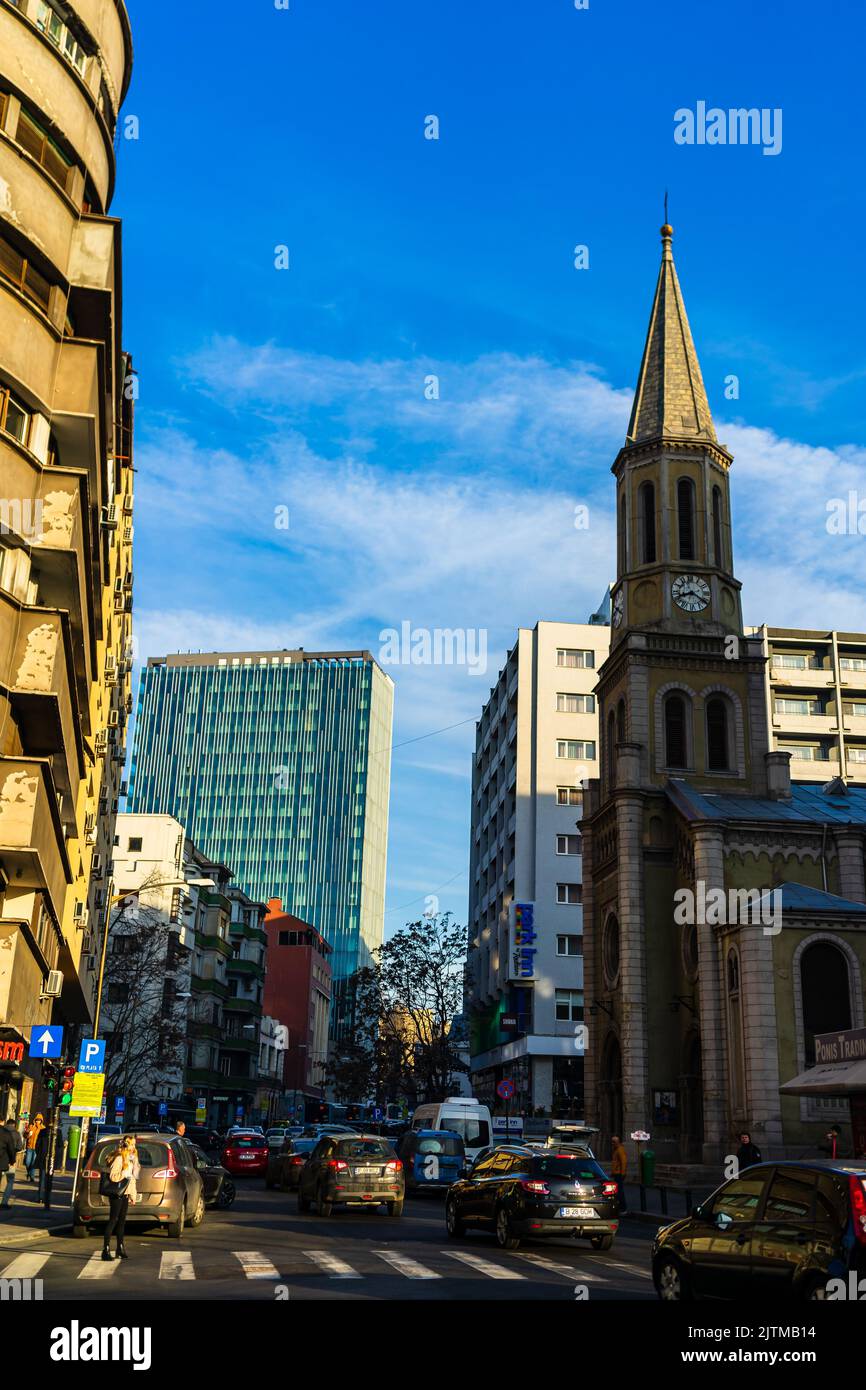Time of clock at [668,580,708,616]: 8:20
